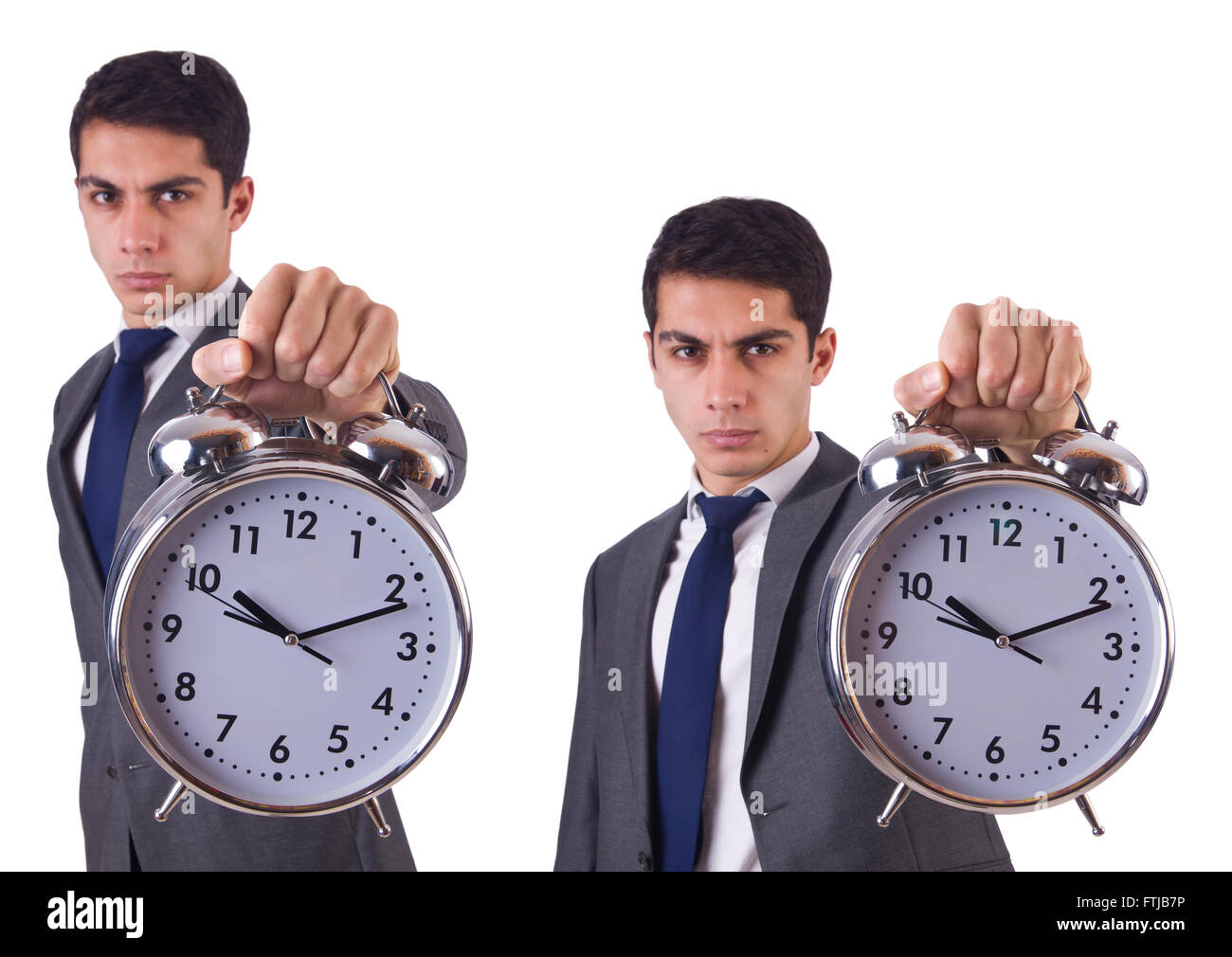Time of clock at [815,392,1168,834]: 10:11
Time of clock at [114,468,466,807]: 10:11
